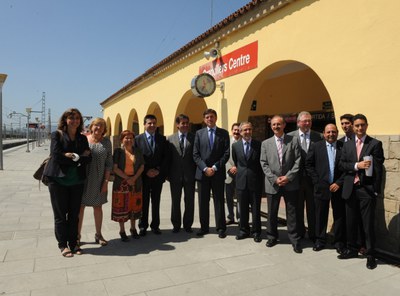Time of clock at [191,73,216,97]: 7:07
